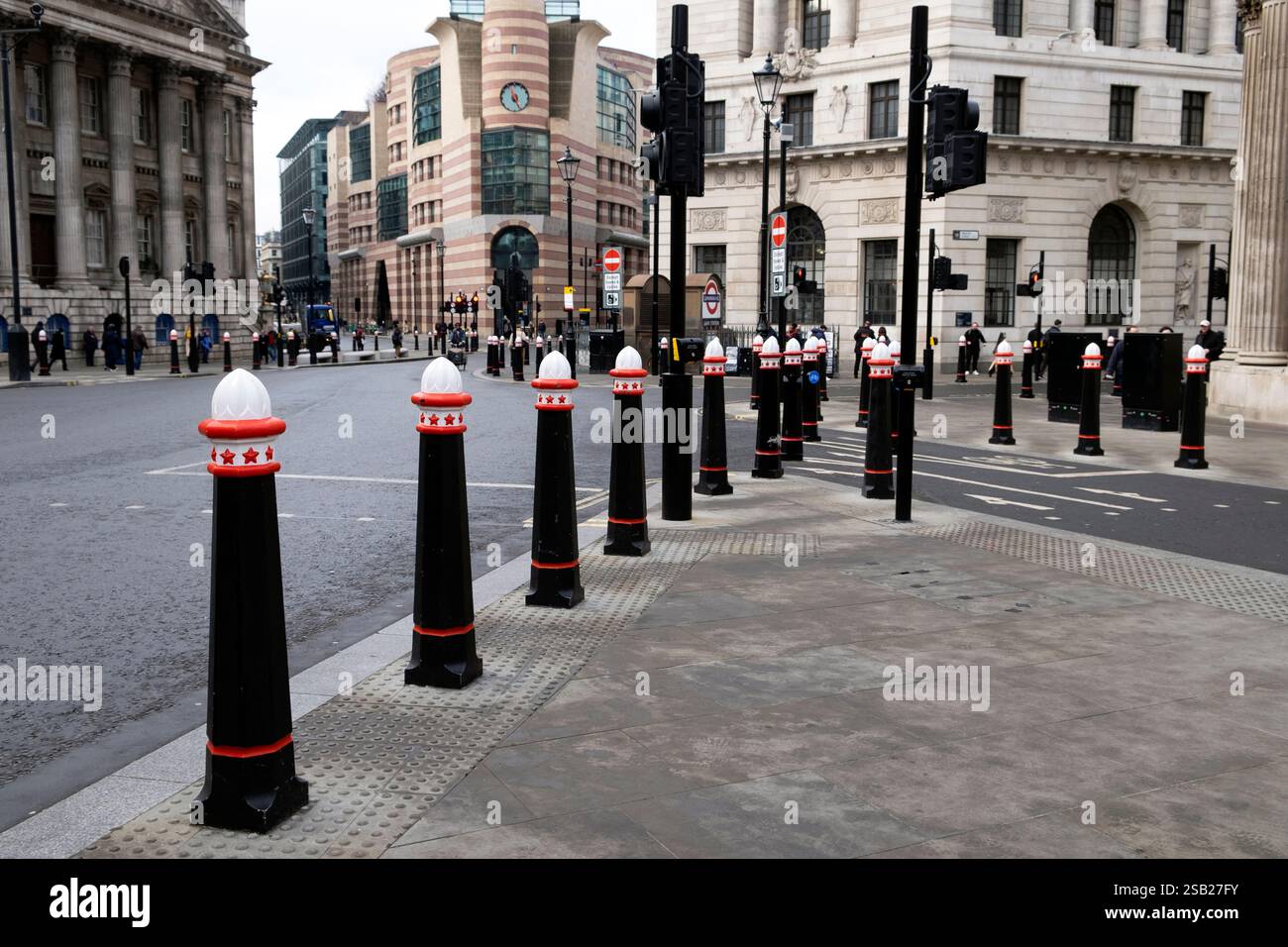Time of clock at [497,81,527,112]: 11:25
